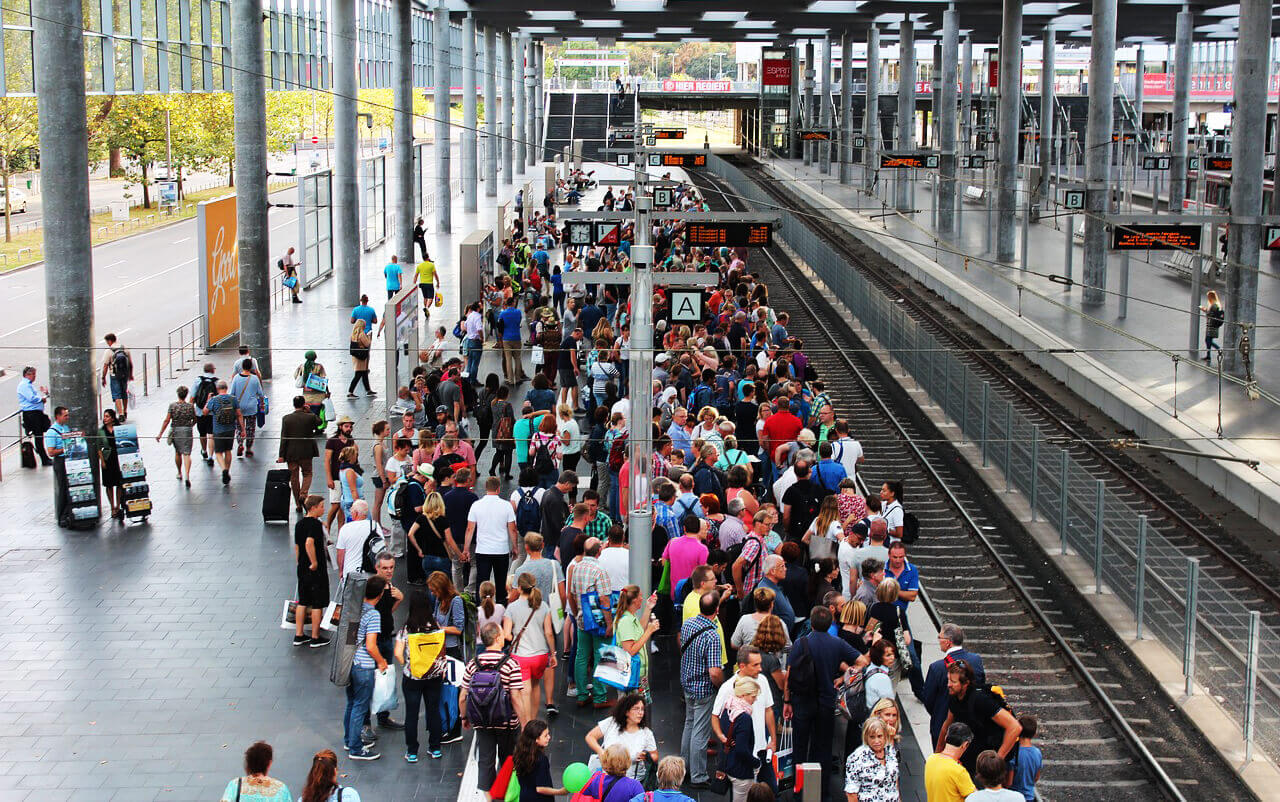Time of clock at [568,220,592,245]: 6:17
